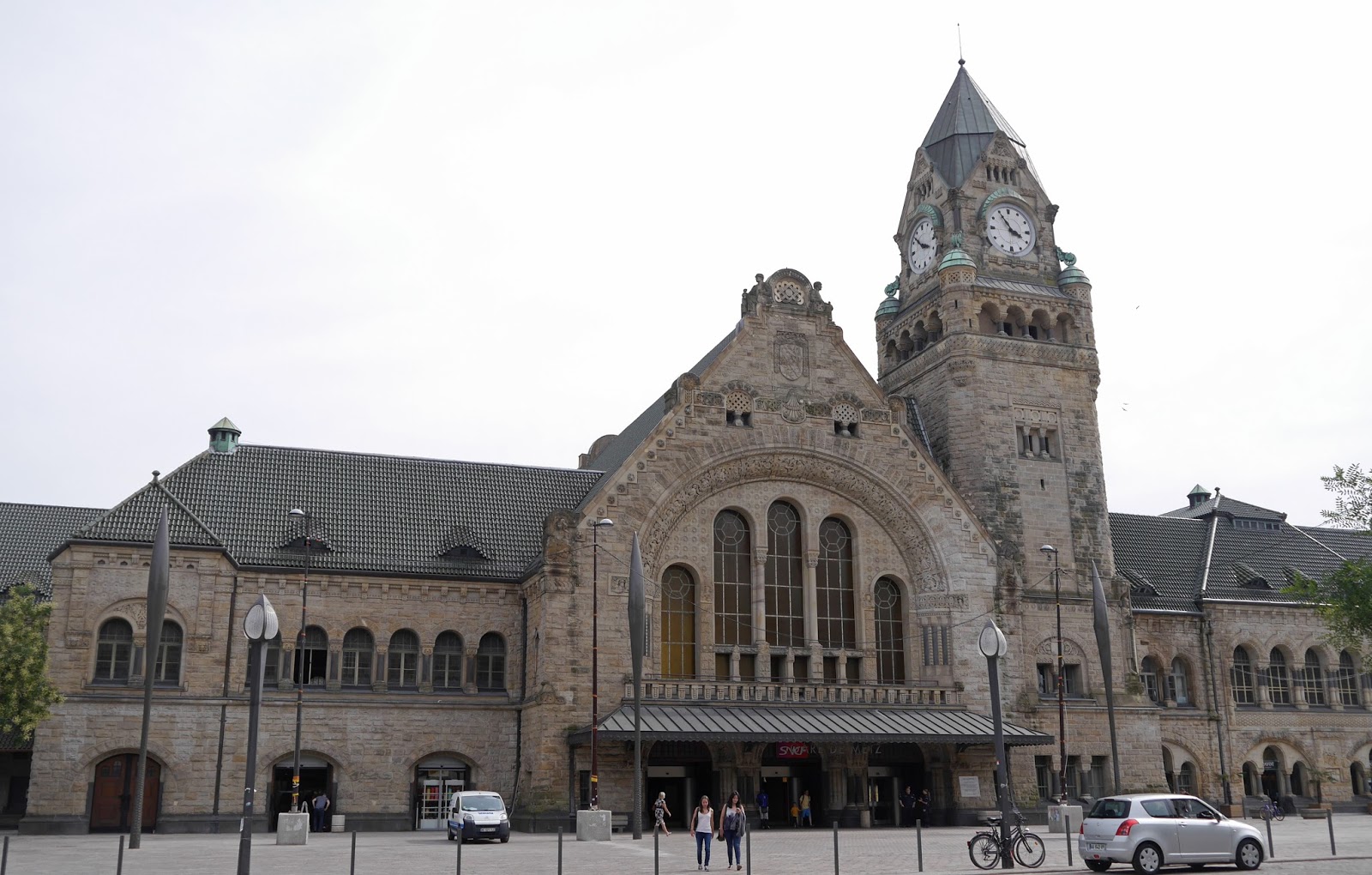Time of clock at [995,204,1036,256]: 3:54
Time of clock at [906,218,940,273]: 3:52
